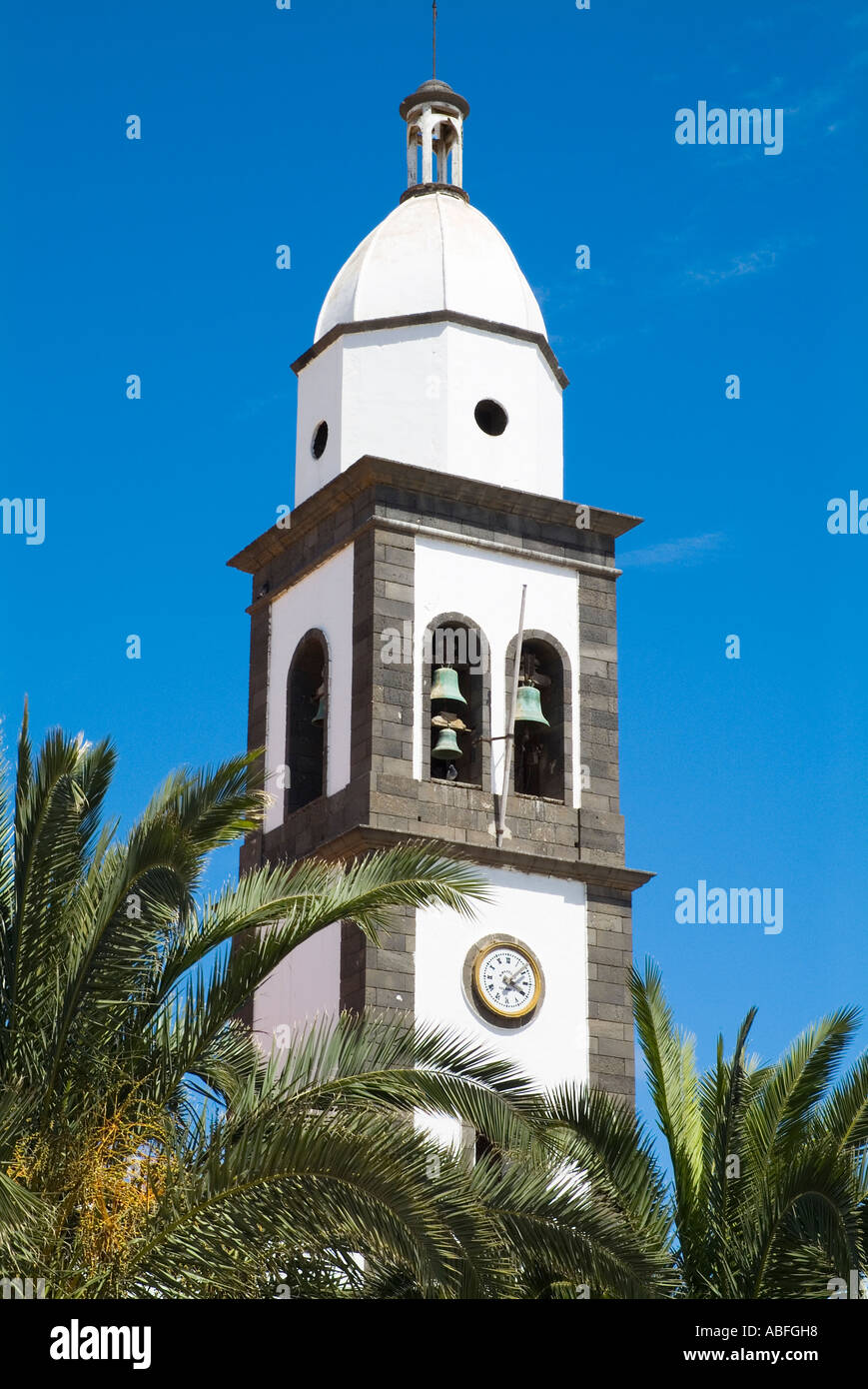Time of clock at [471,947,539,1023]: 4:07
